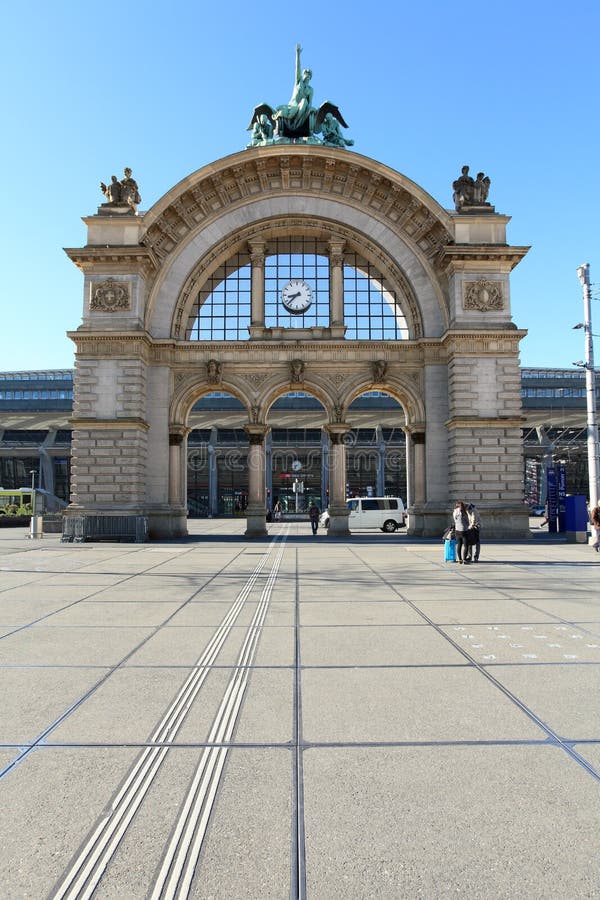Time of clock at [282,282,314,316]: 8:37
